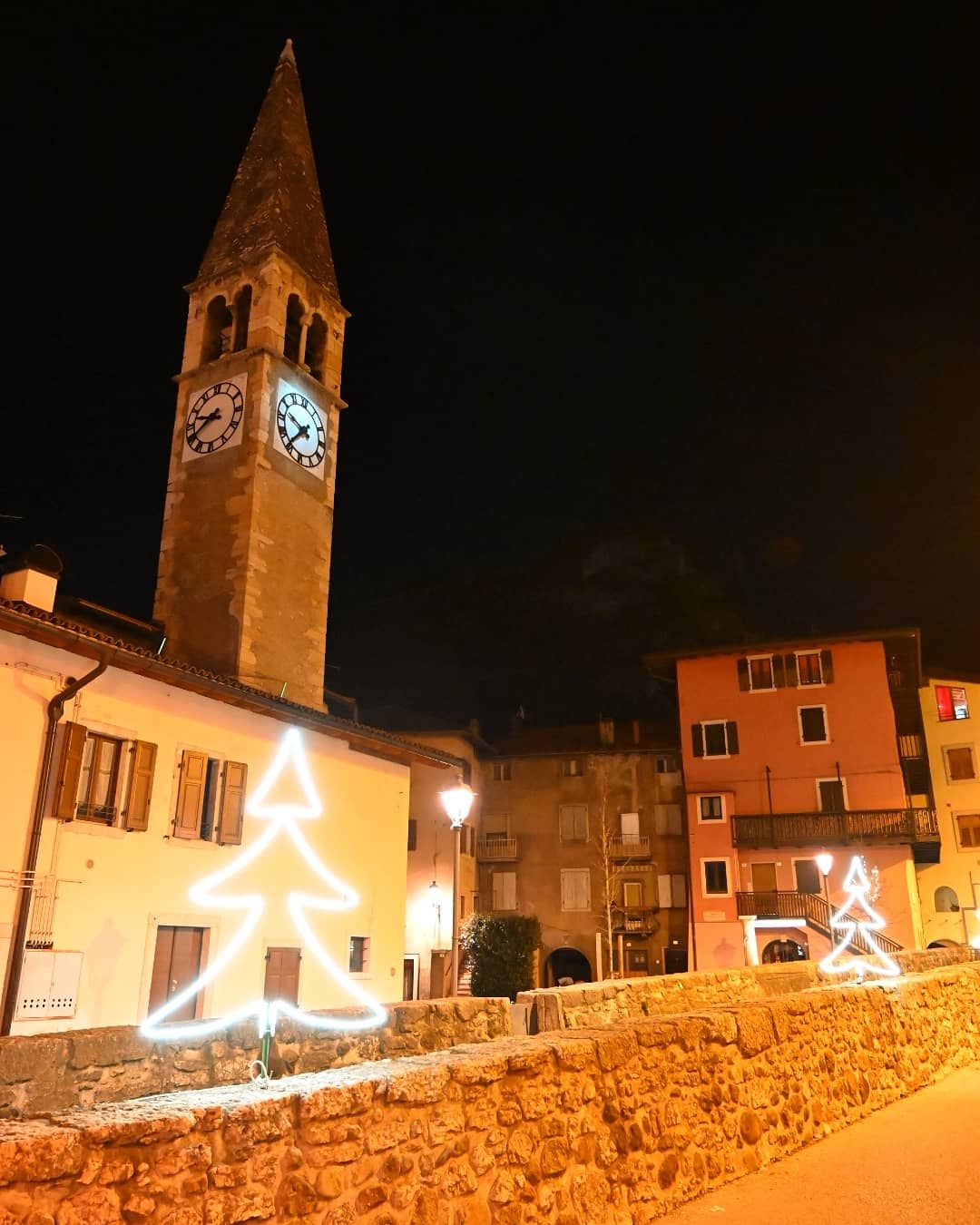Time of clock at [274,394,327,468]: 9:36
